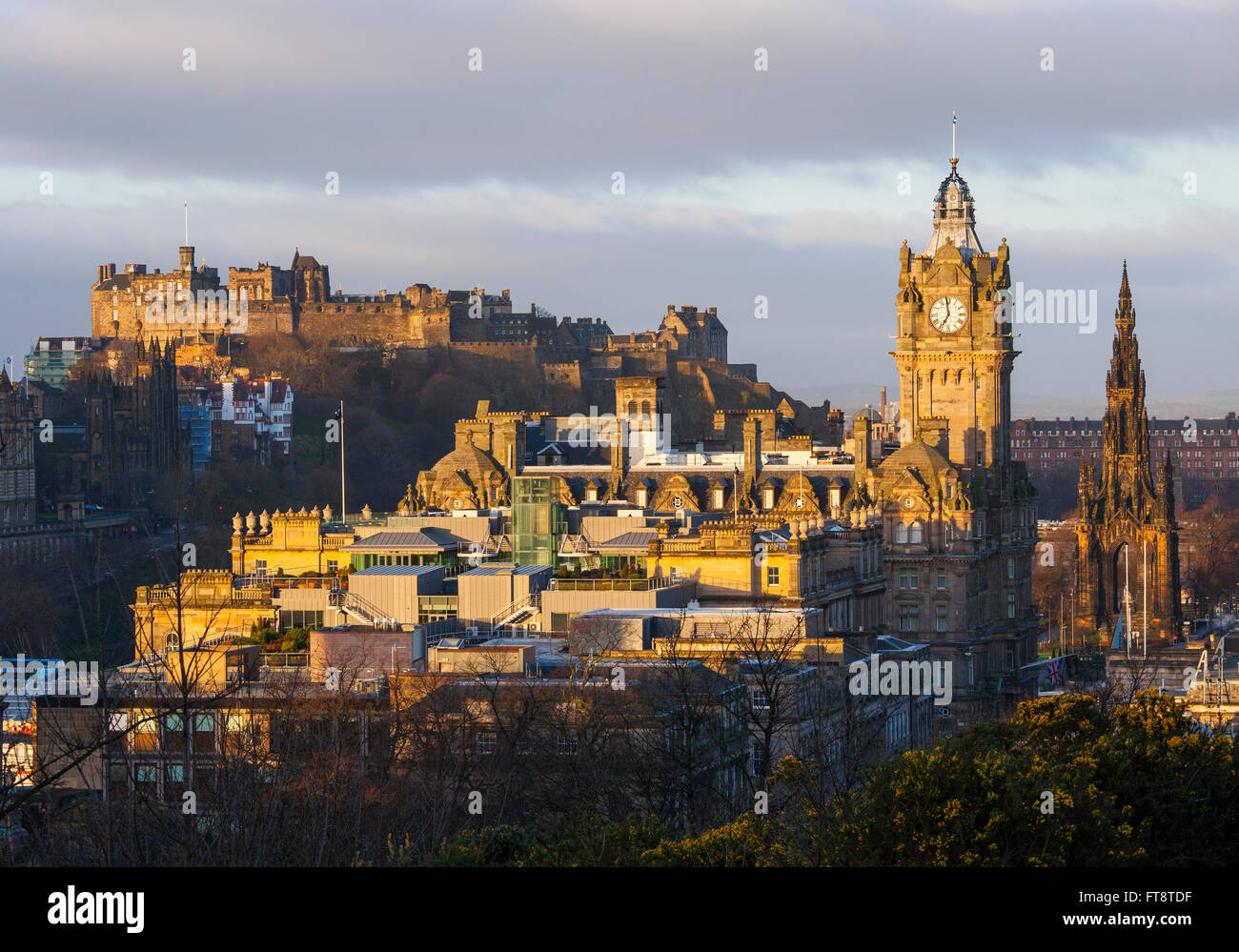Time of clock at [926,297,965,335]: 6:58
